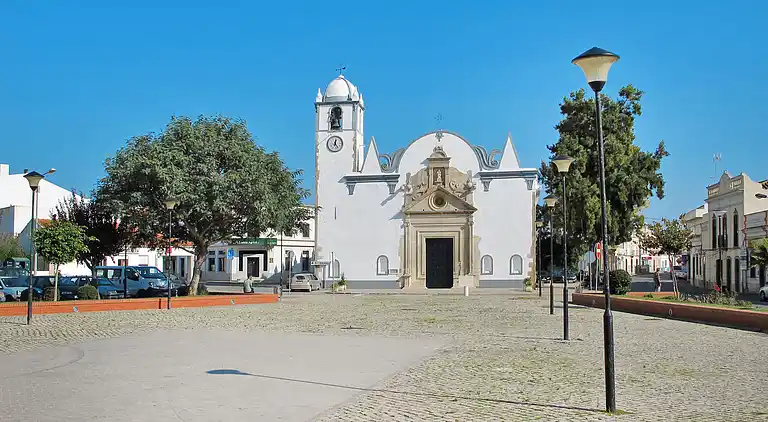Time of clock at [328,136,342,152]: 12:23
